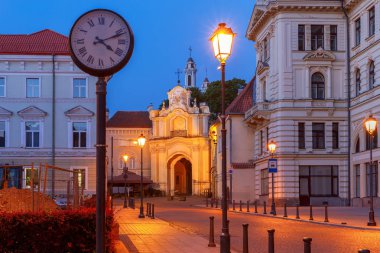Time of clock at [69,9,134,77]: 4:11
